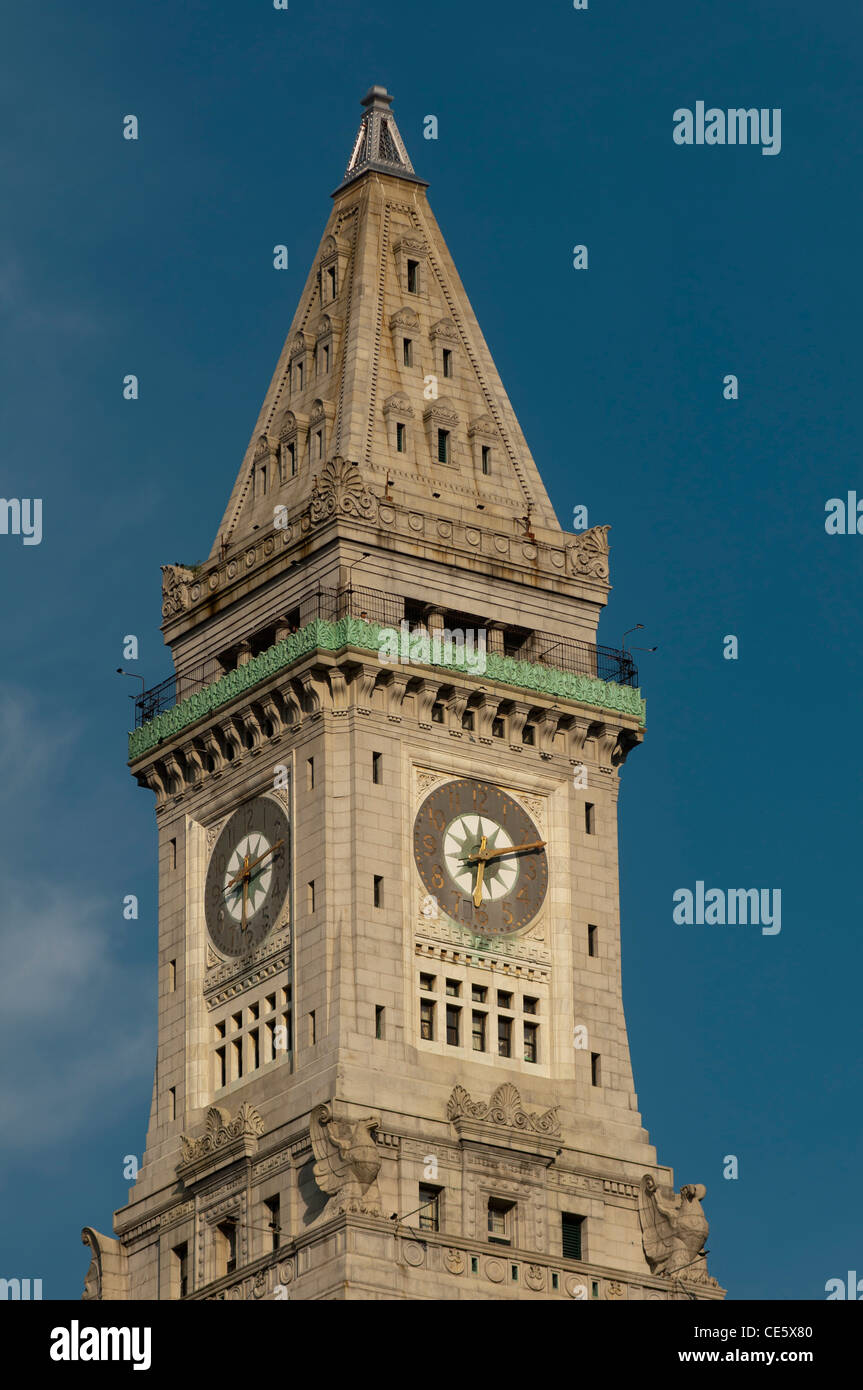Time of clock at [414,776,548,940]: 12:12
